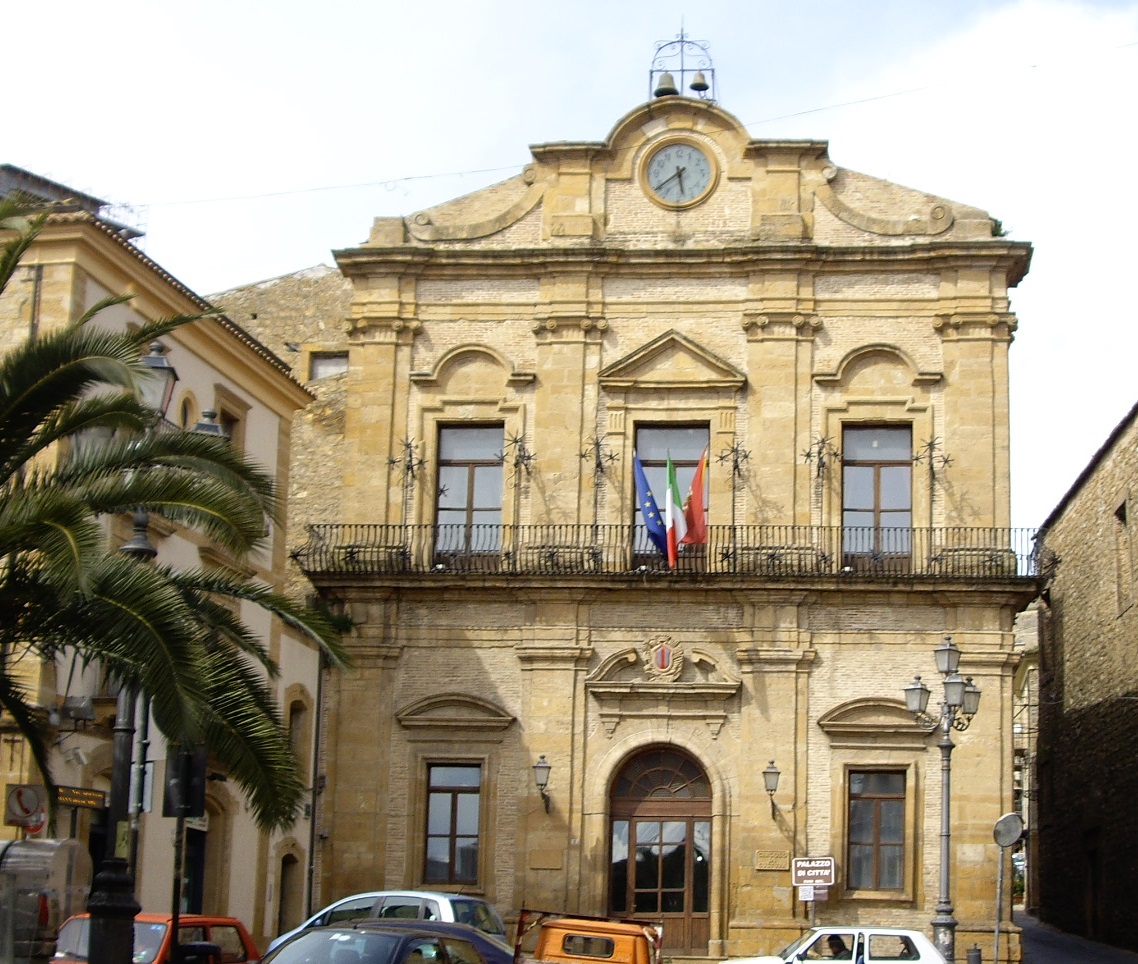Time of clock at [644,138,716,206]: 5:38
